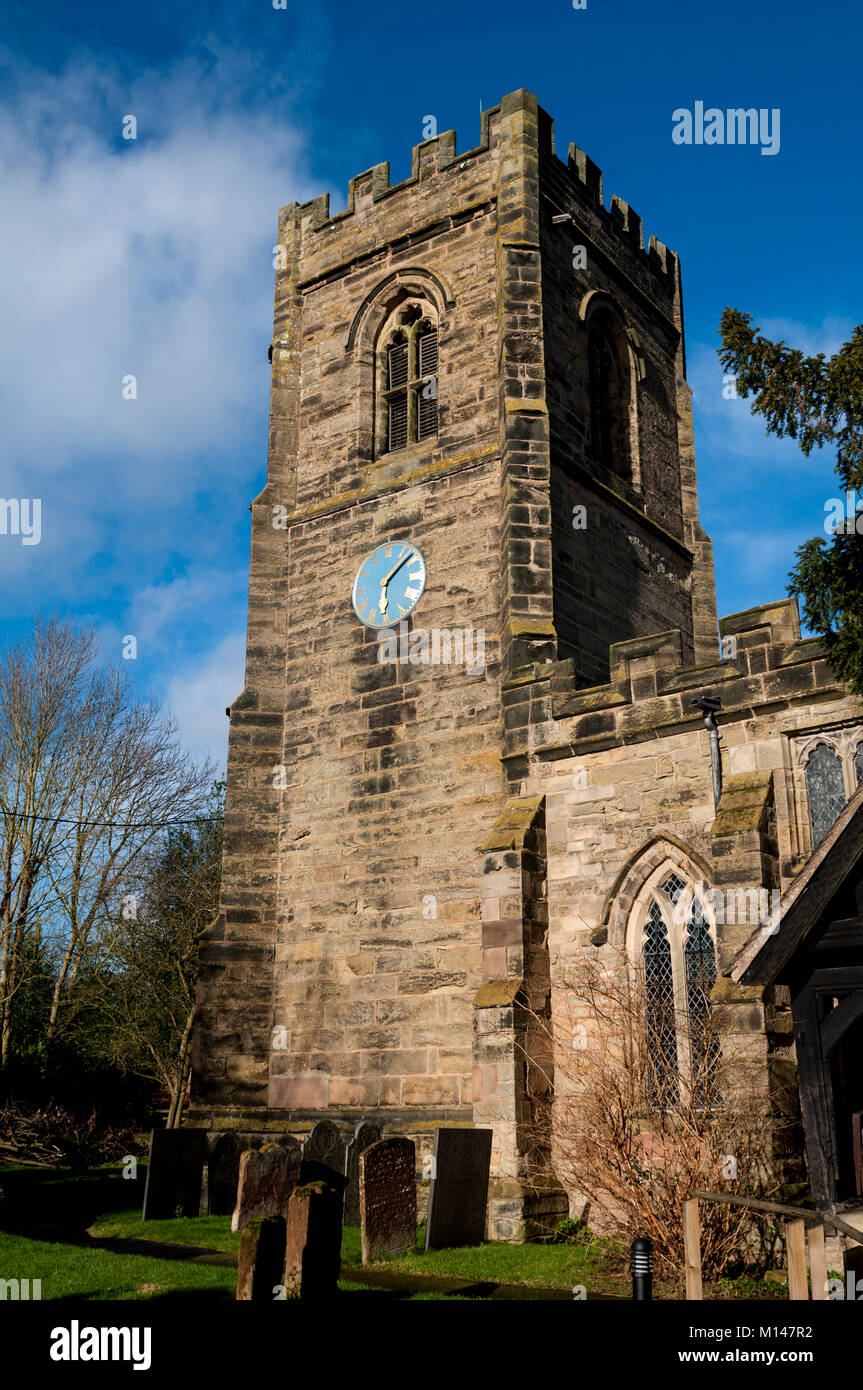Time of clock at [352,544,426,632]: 6:08
